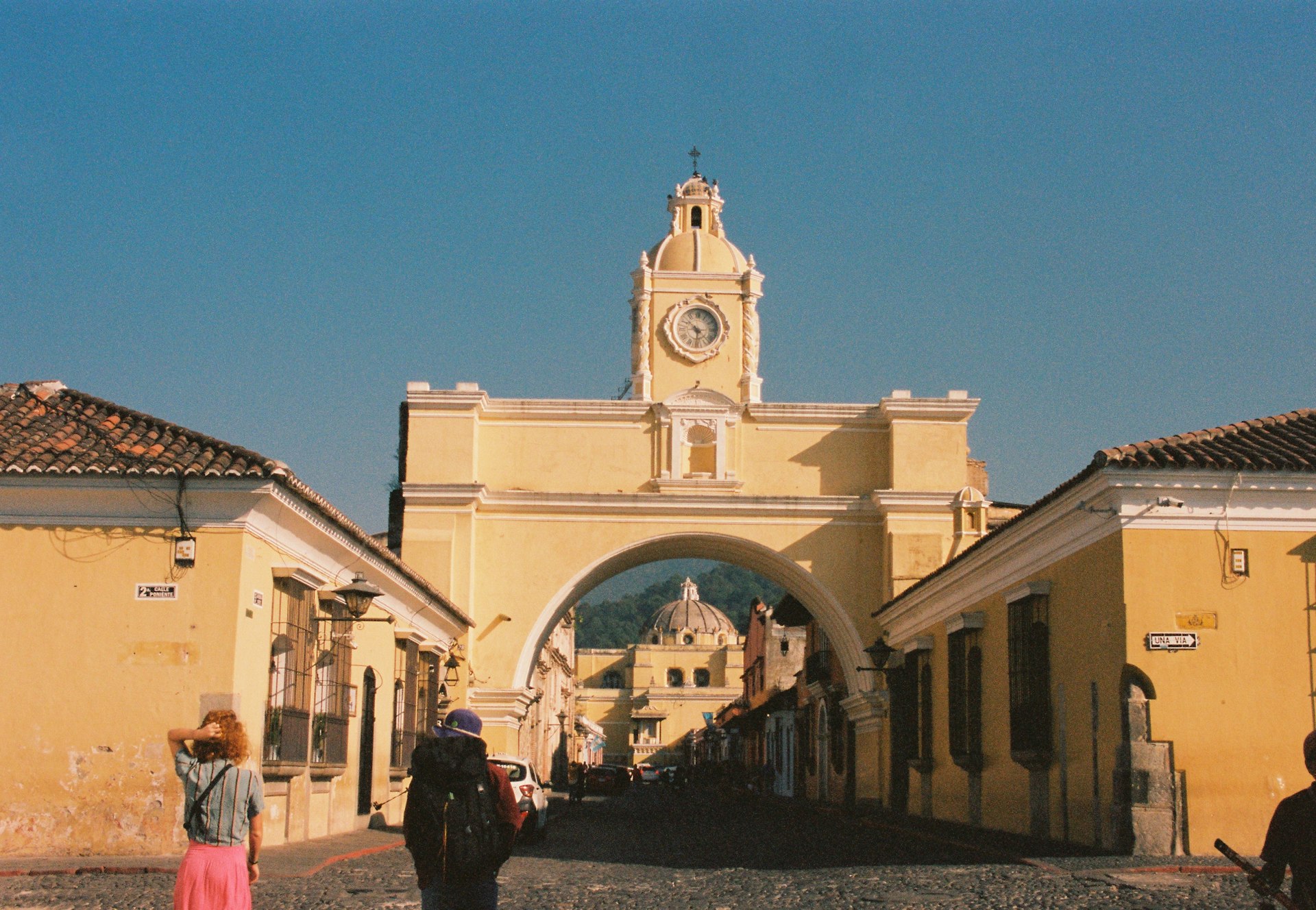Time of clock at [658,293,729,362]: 10:30
